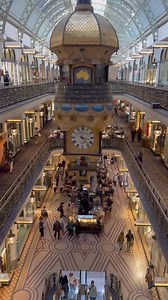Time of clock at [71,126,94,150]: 3:23
